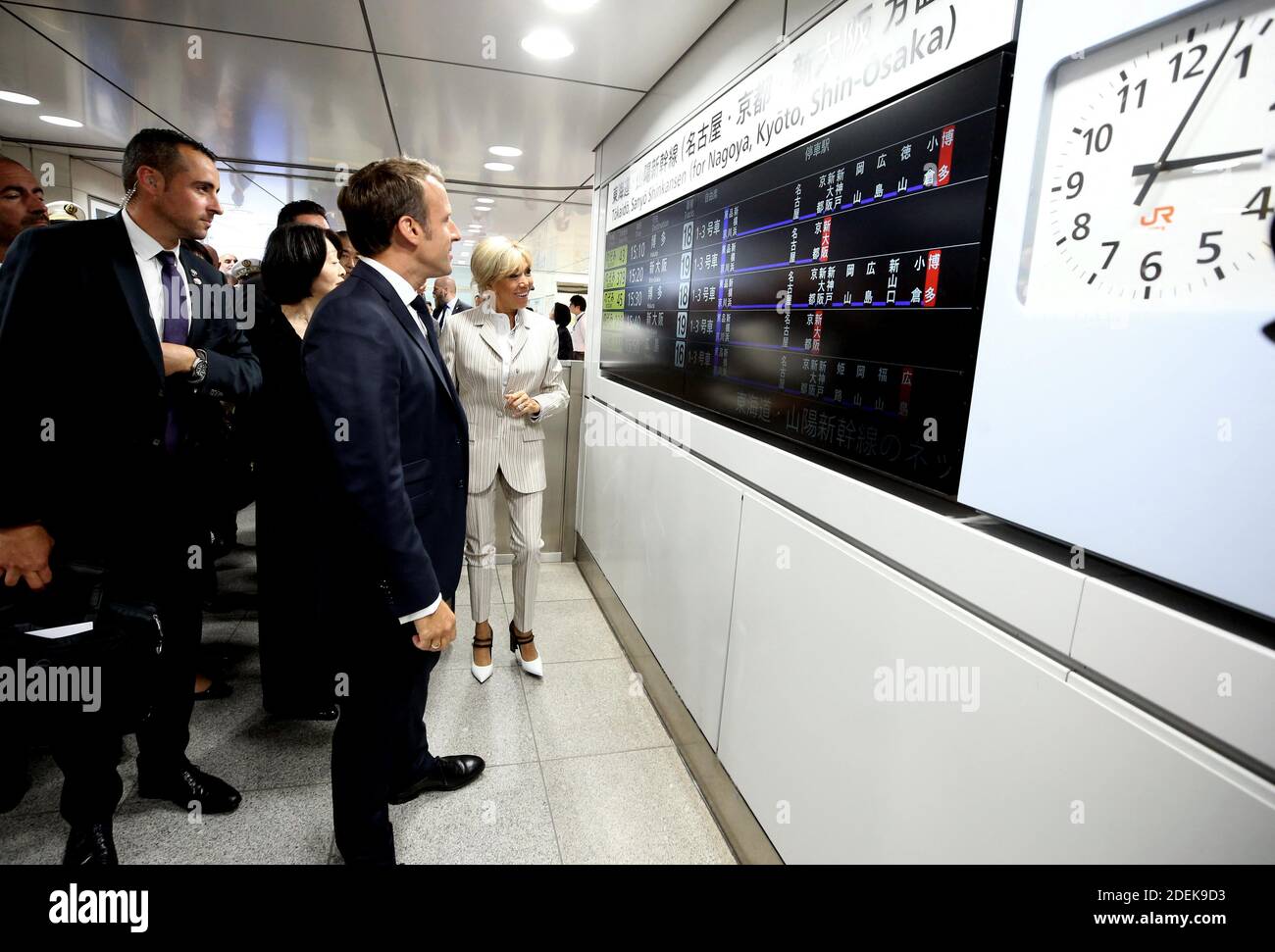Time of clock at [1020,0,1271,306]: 3:03
